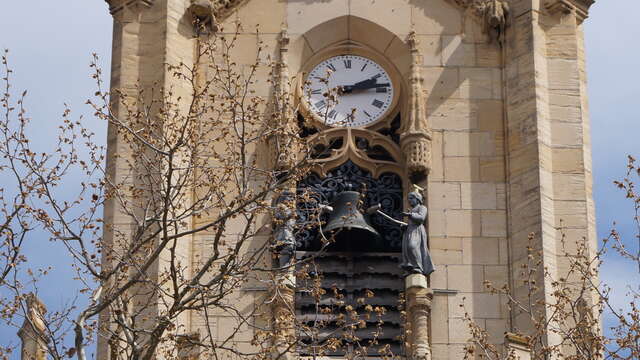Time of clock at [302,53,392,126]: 2:13
